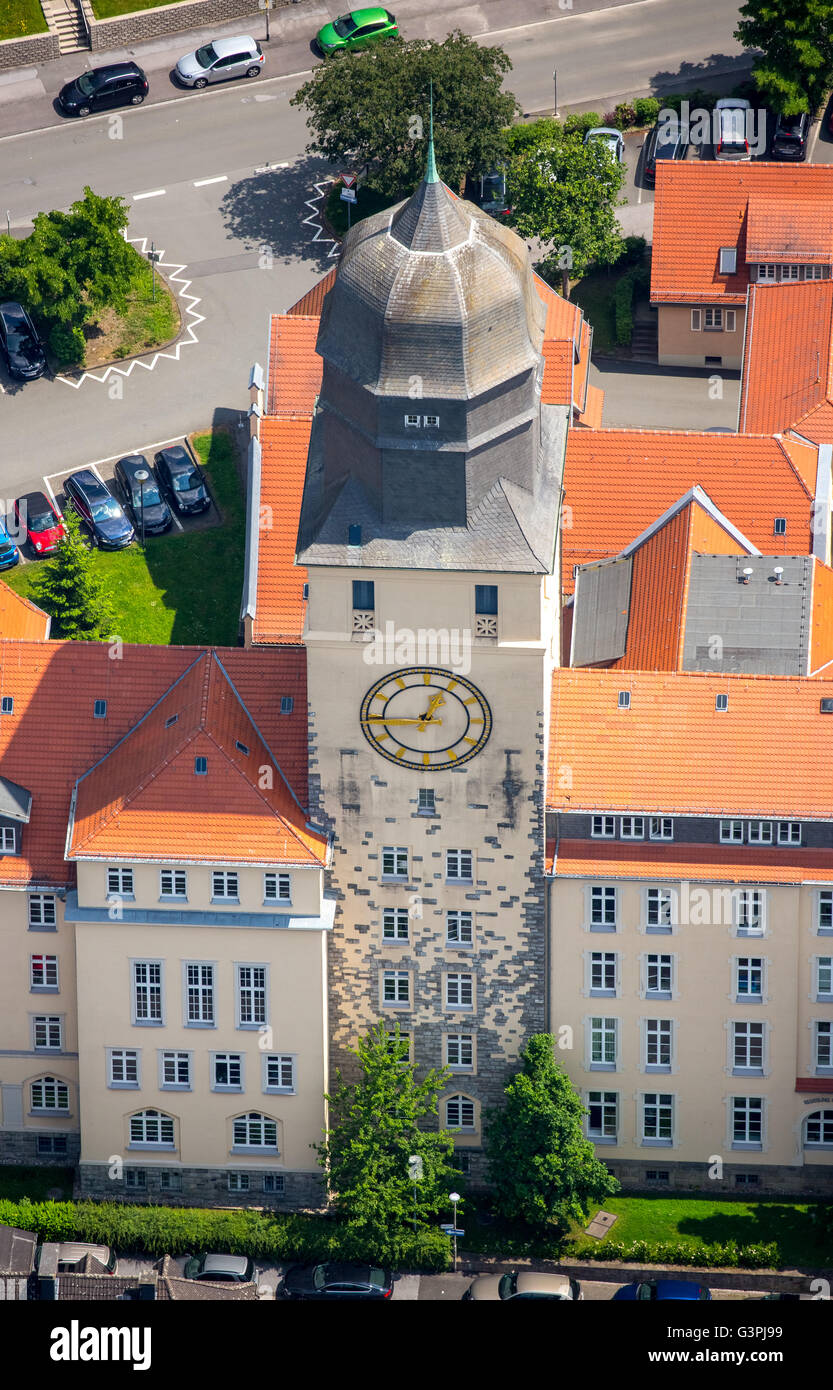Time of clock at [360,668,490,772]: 12:44
